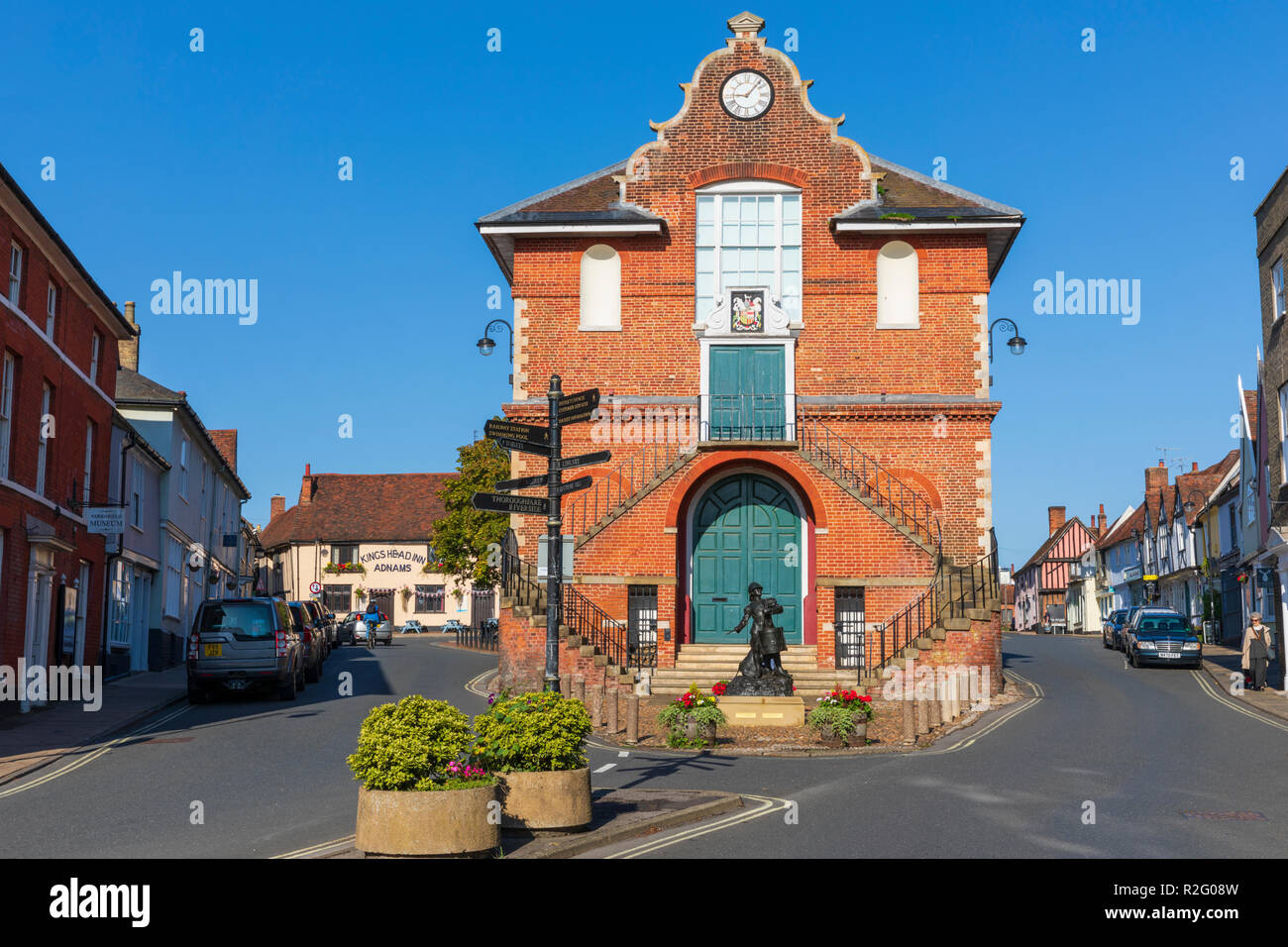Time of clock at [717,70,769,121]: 9:07
